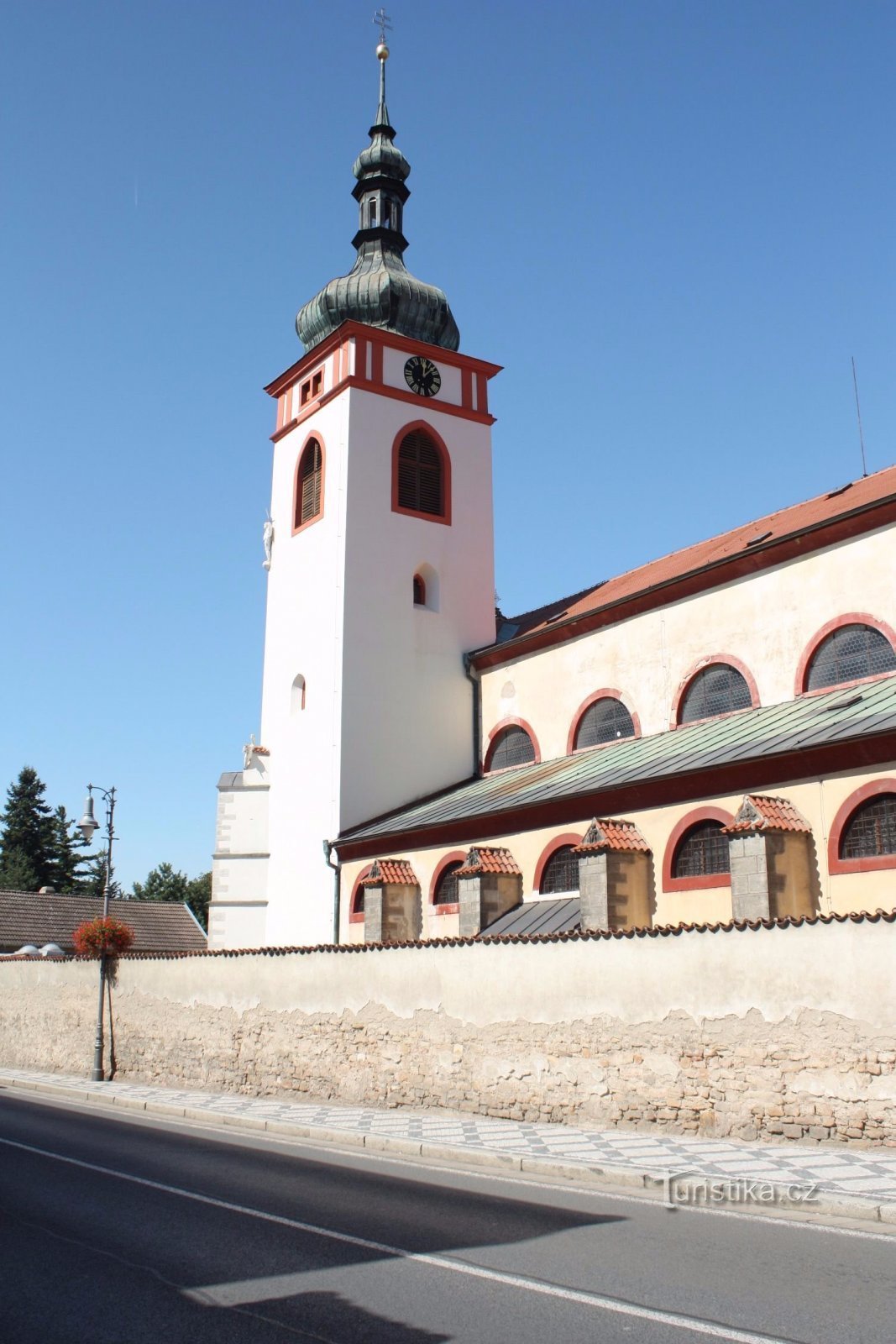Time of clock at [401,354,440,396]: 12:07
